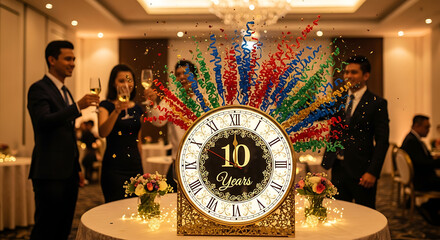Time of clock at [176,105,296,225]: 11:49
